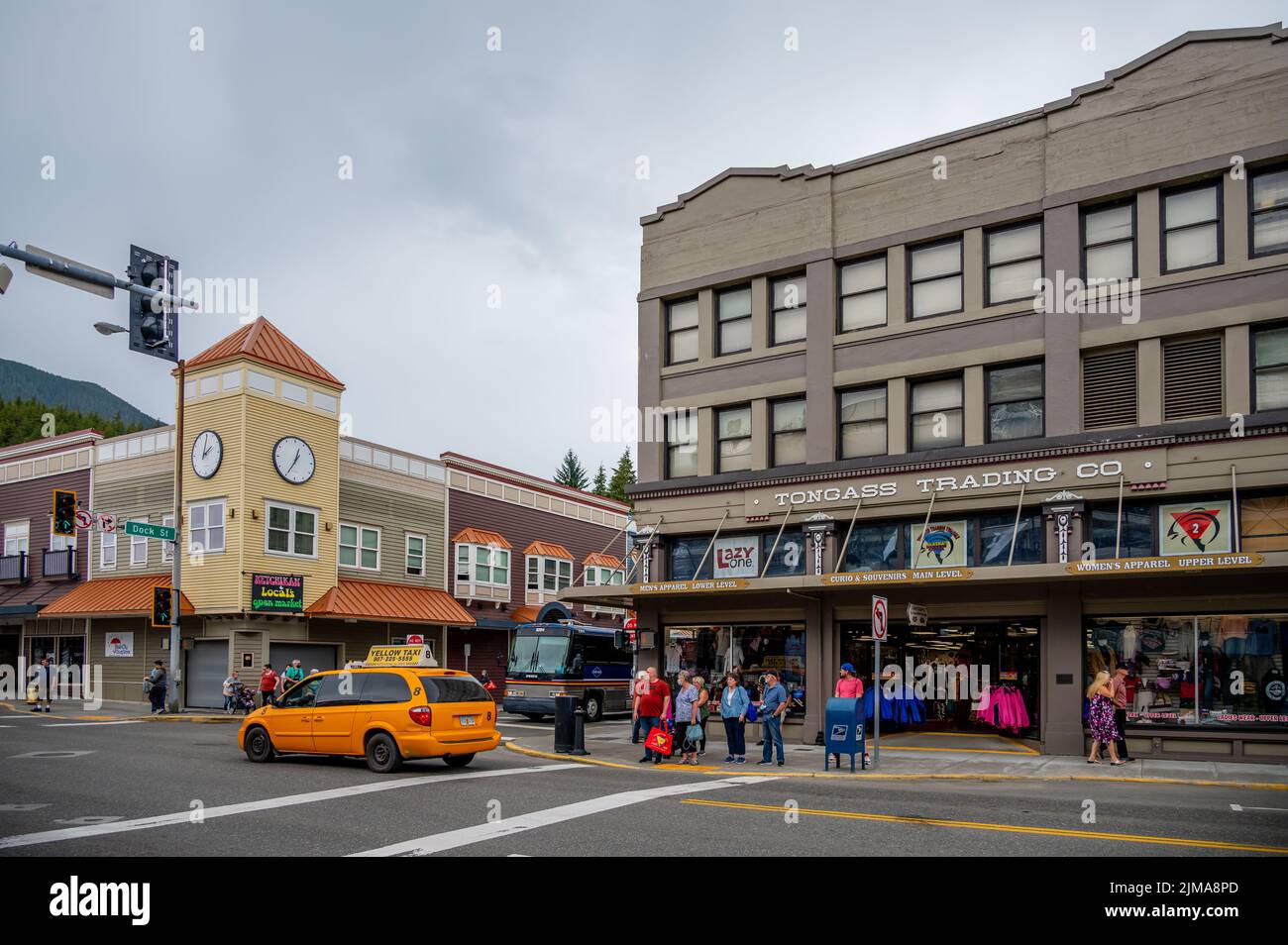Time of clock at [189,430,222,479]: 2:01
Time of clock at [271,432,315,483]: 12:34
